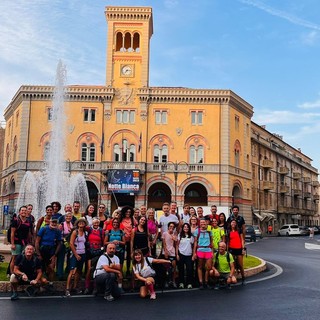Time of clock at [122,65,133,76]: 7:15
